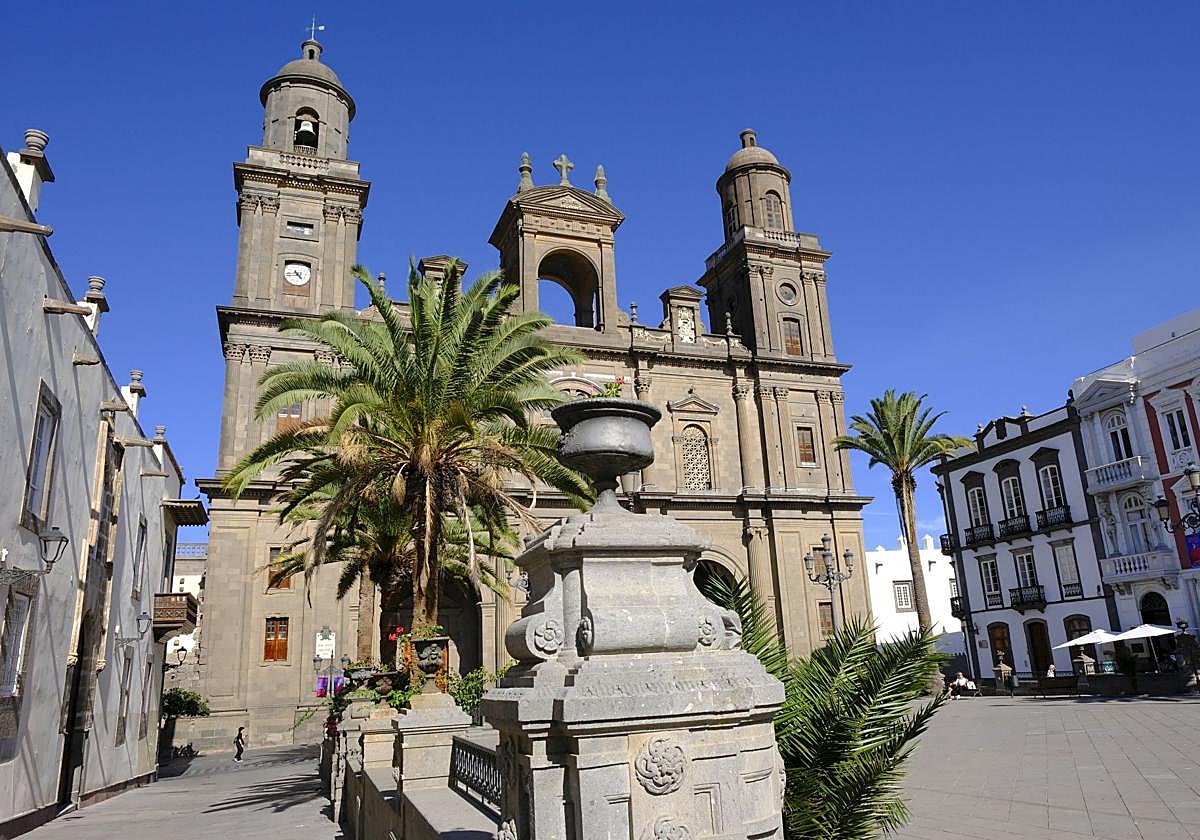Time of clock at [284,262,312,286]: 4:43
